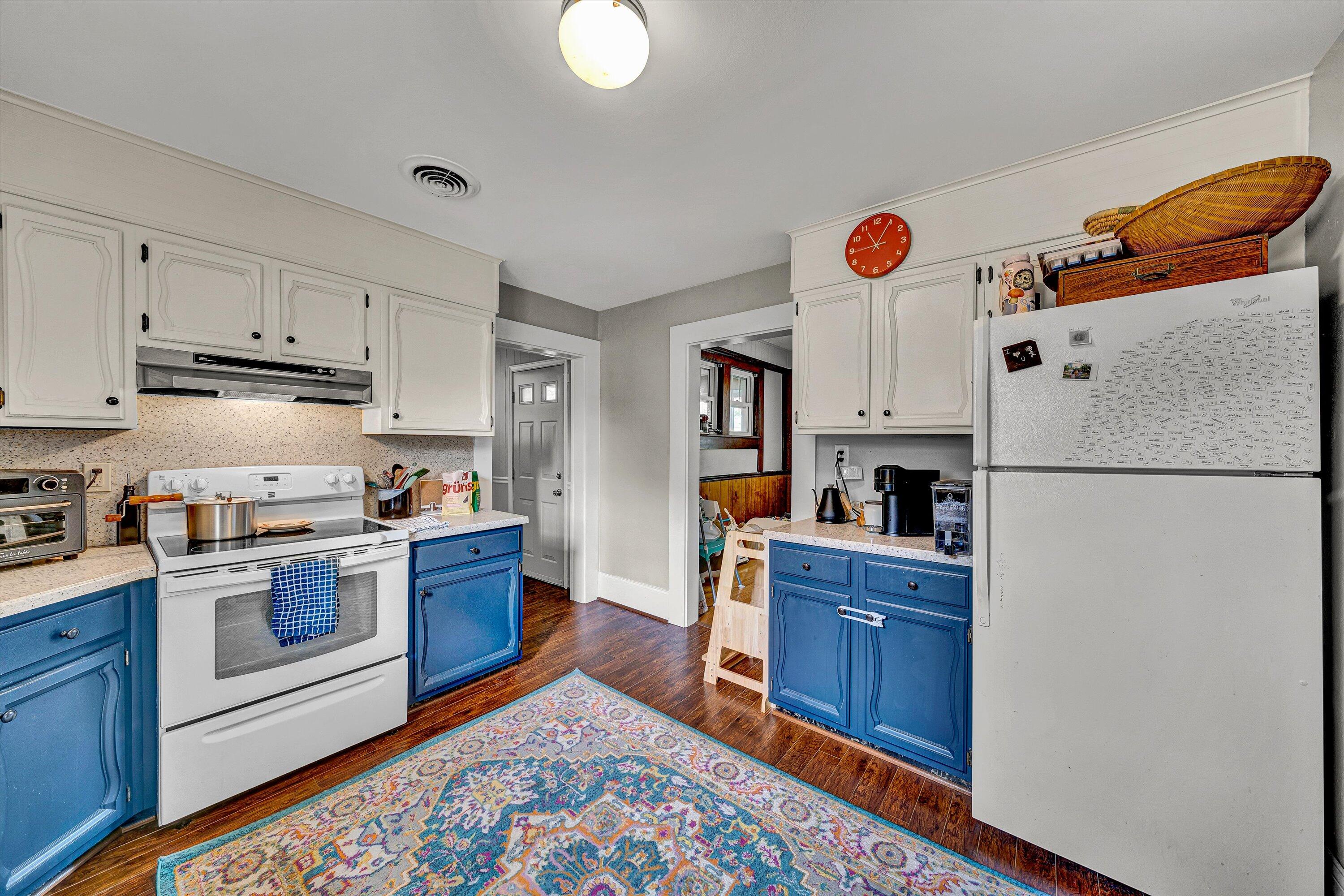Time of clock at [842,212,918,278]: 11:04
